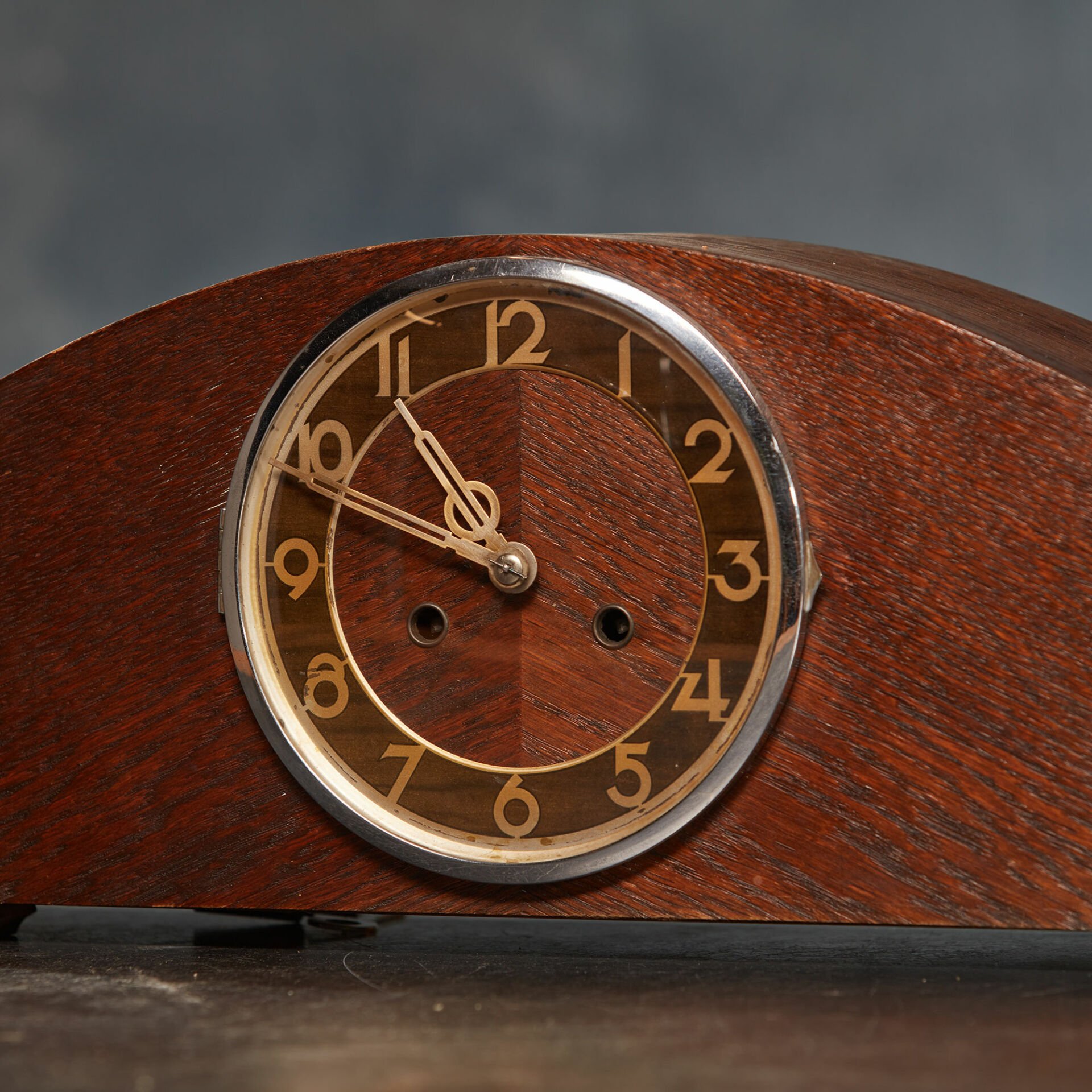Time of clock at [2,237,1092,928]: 10:48
